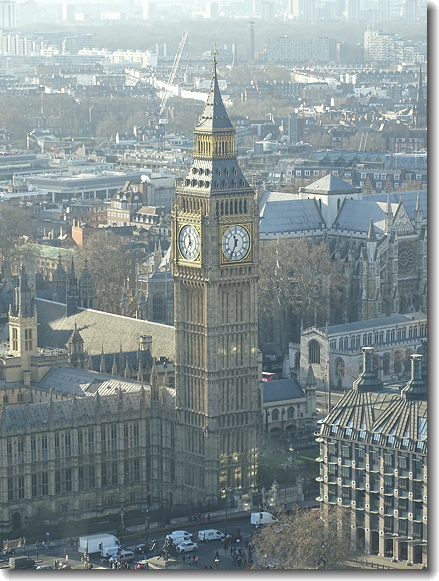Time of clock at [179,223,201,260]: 11:35
